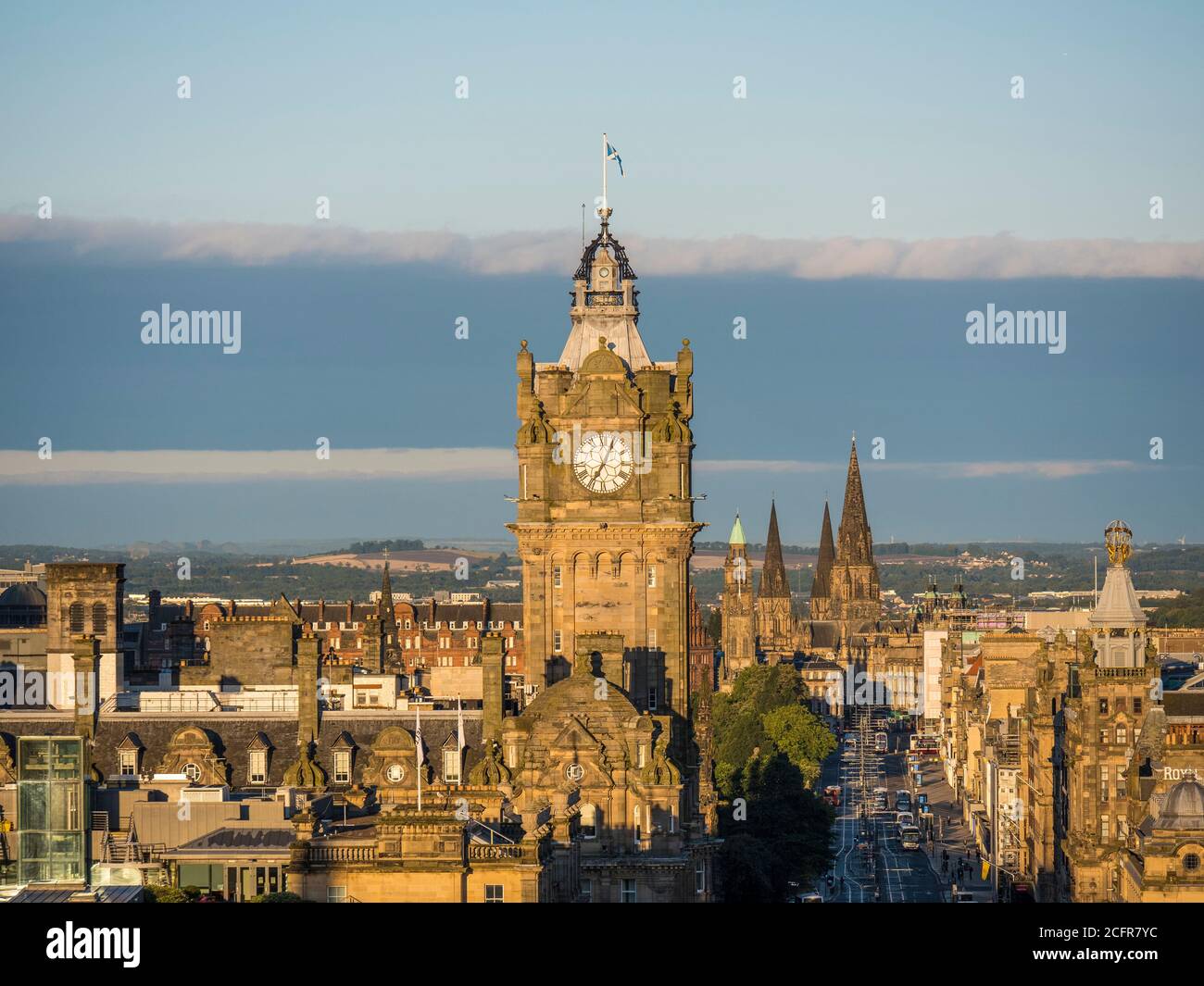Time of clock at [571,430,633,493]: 7:04
